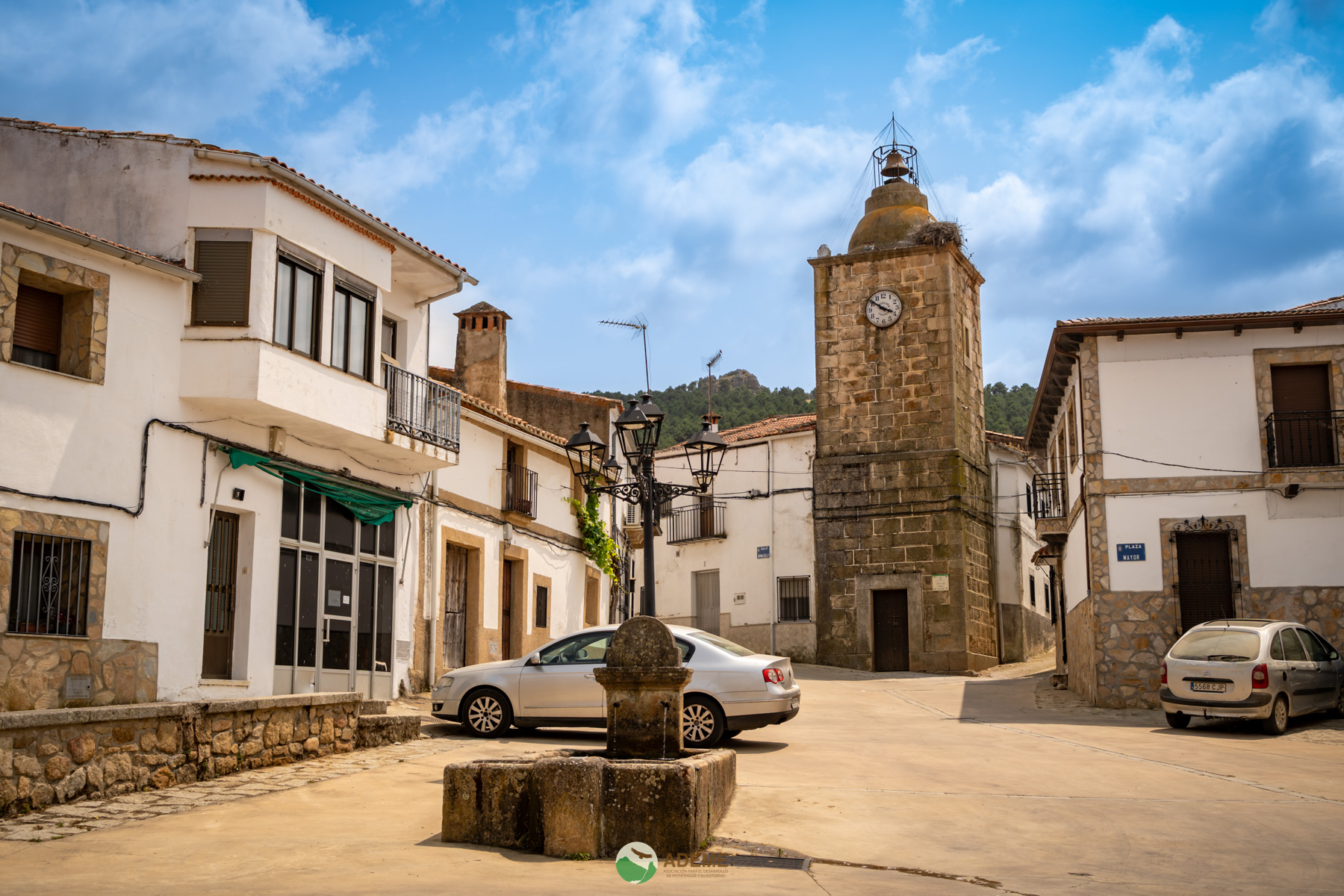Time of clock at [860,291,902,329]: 3:50
